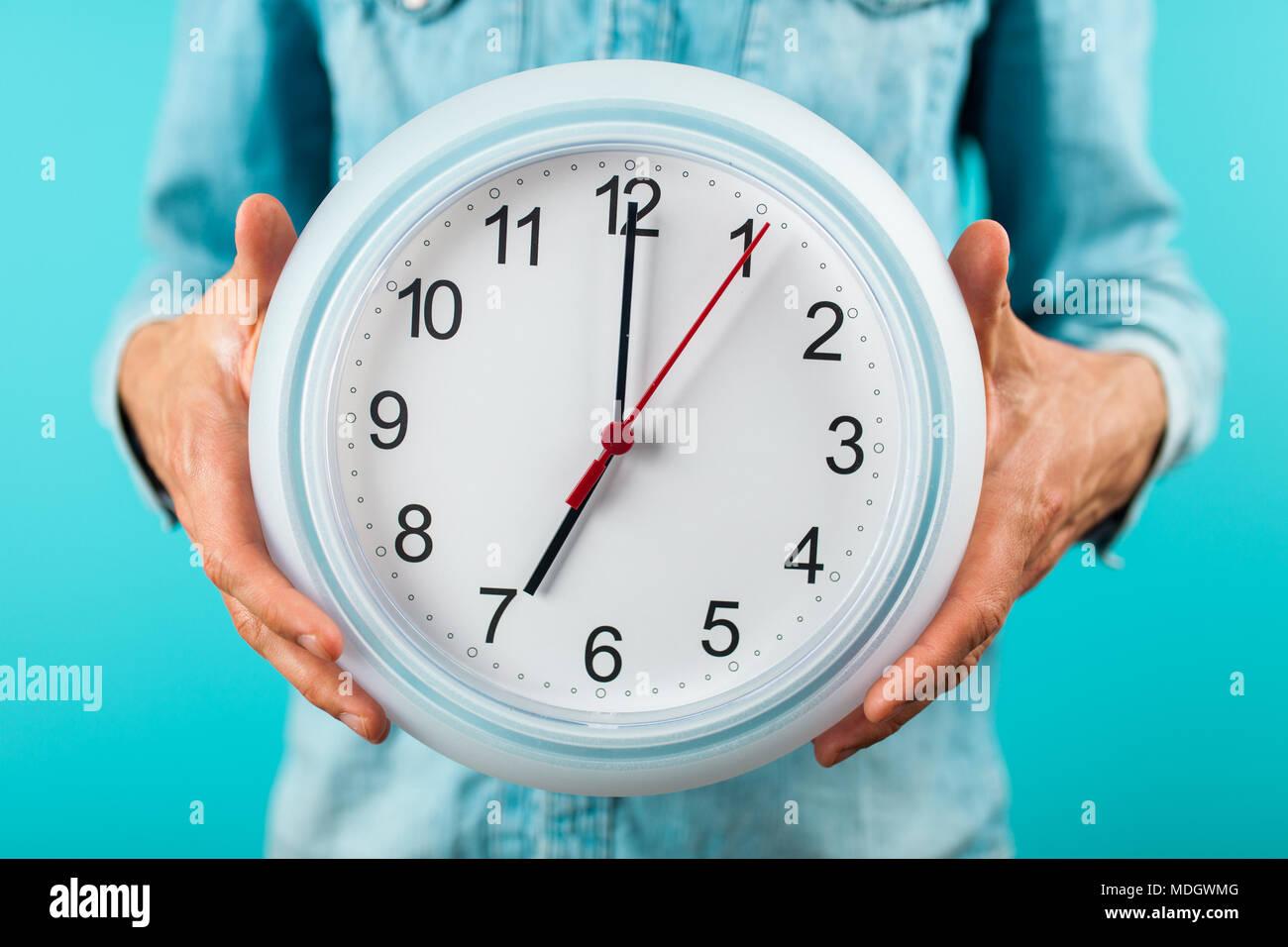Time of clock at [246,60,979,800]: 7:00
